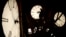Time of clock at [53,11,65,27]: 8:07
